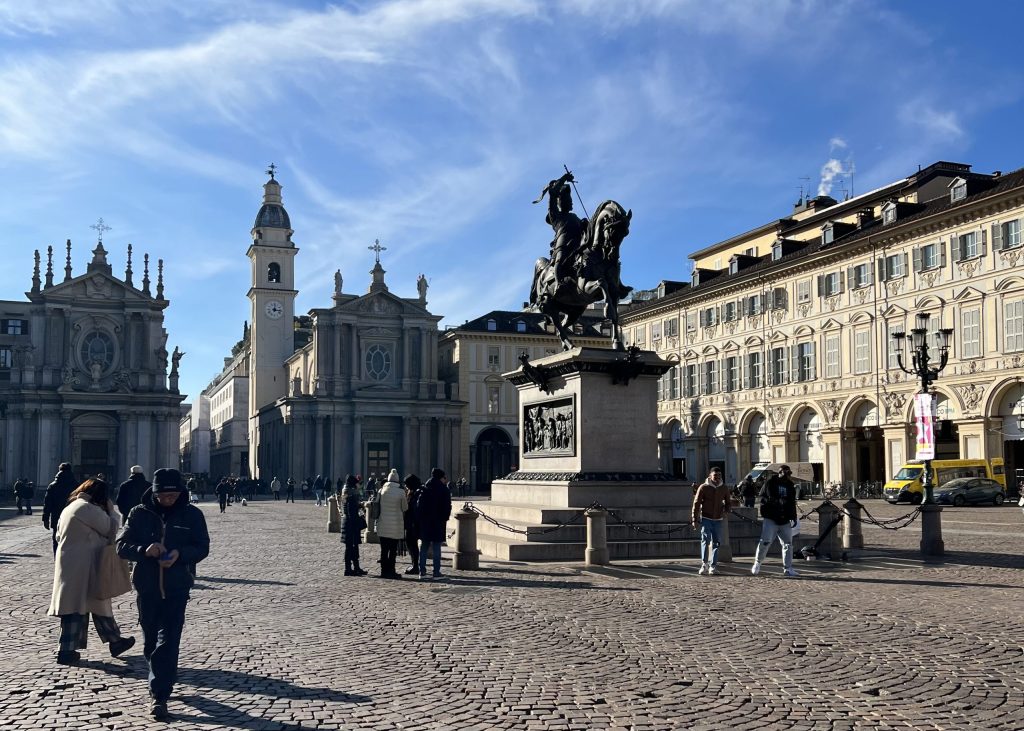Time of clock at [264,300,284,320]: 12:16
